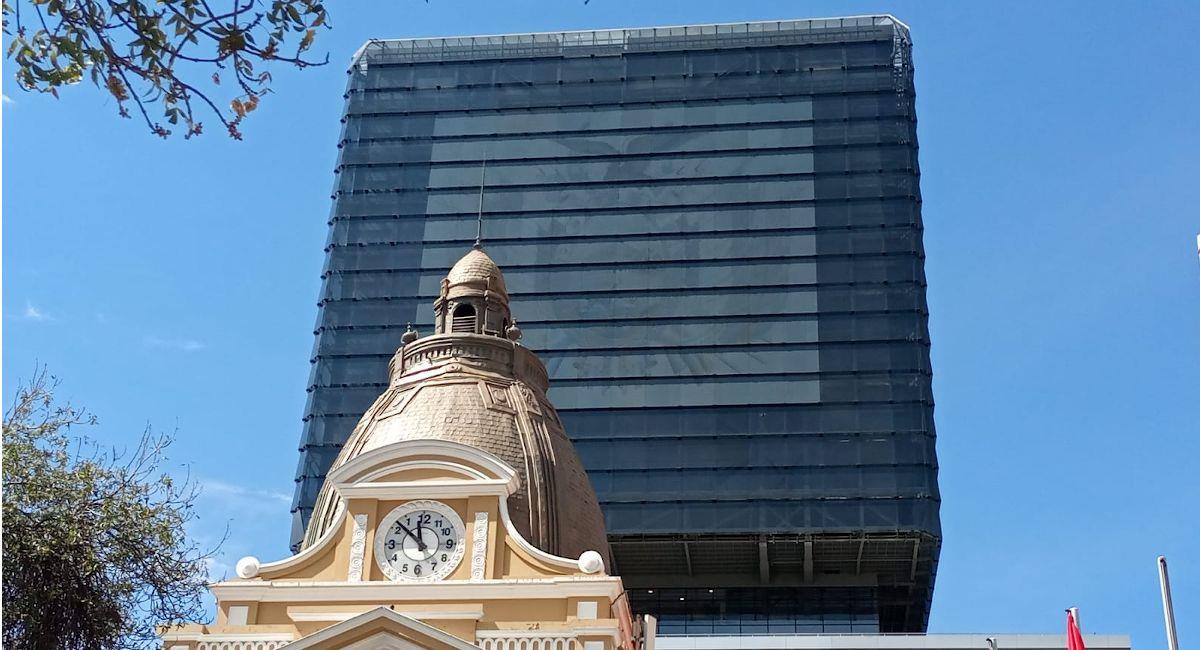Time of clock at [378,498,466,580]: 11:52
